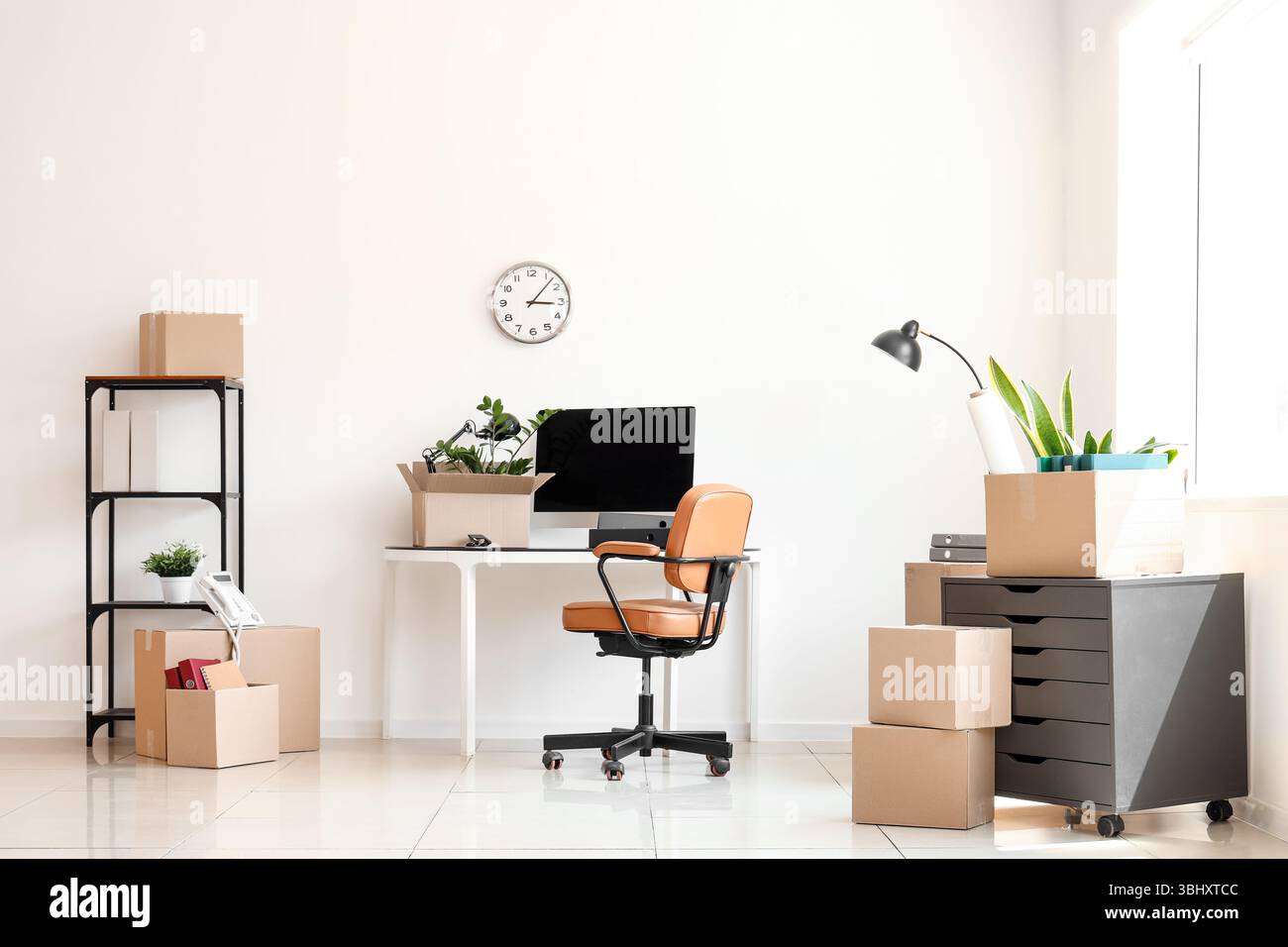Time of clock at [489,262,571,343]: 3:07
